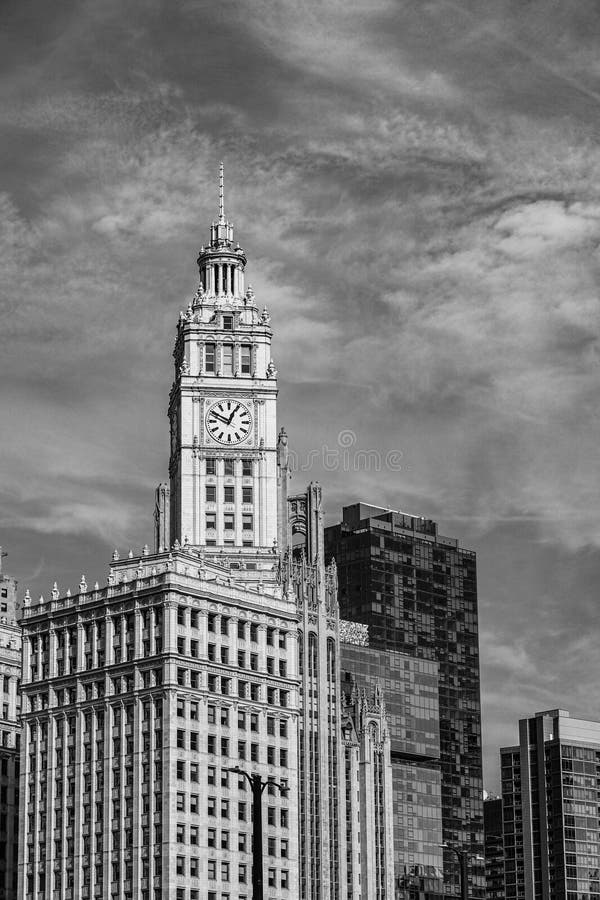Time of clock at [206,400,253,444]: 12:49
